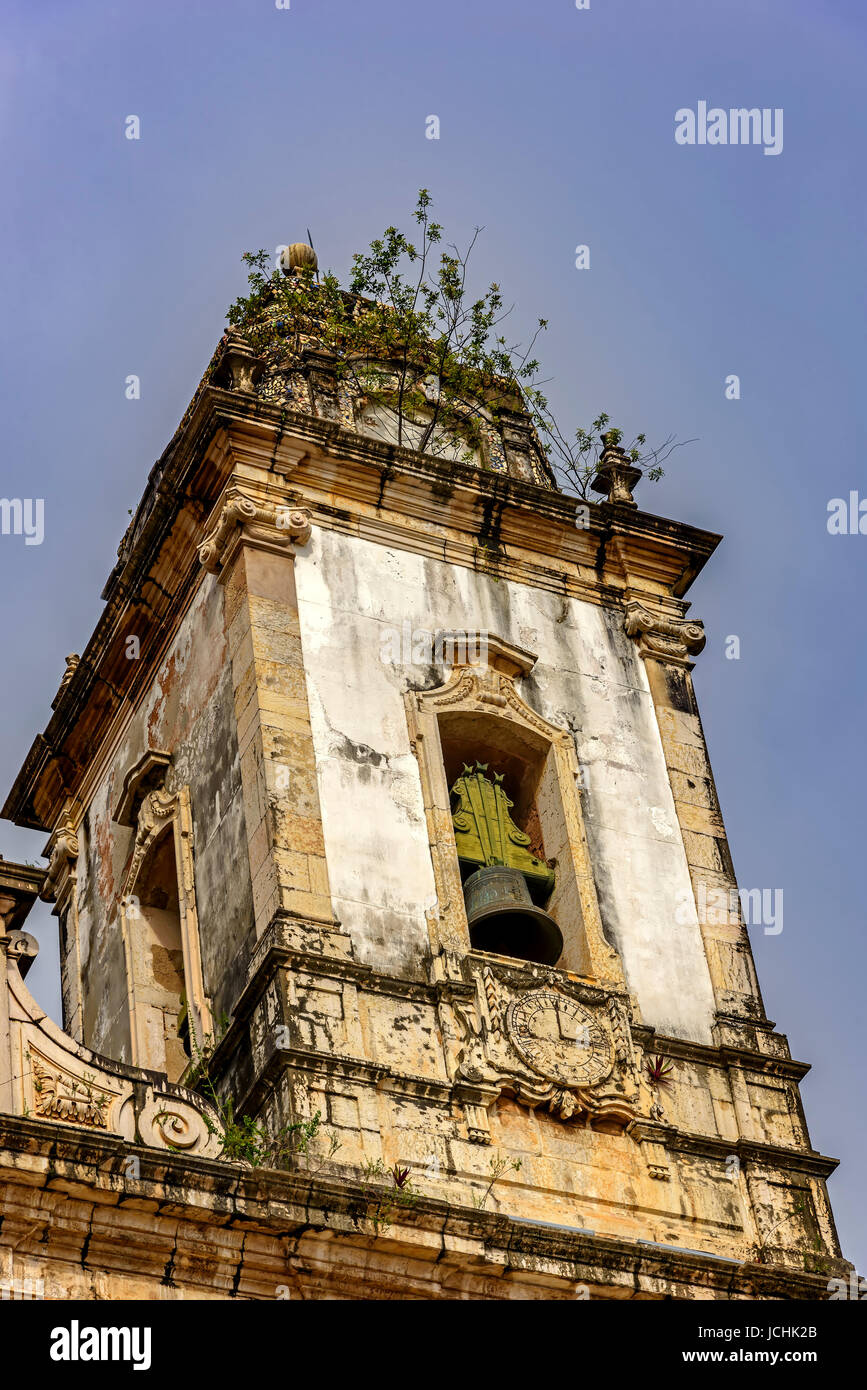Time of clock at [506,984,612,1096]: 2:59
